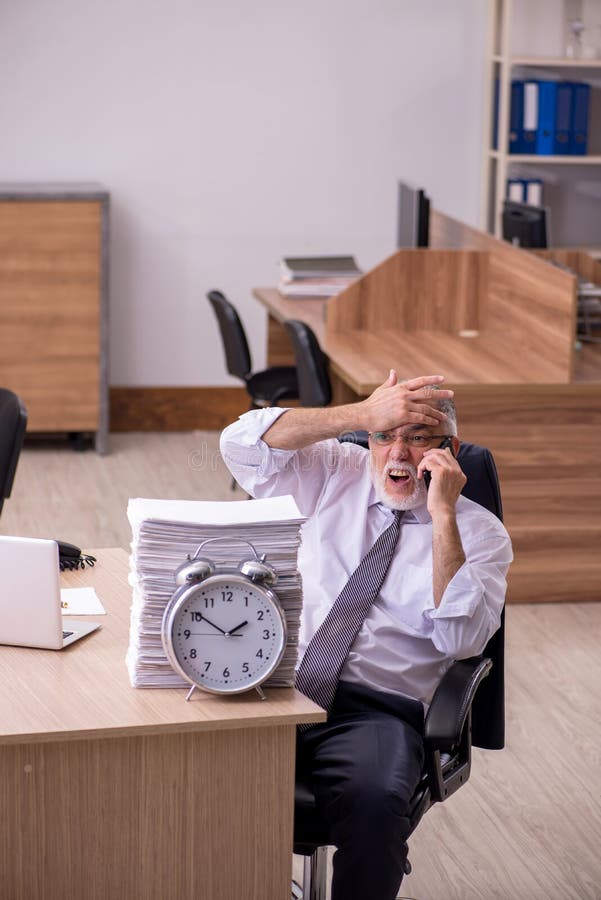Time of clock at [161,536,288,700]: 1:50
